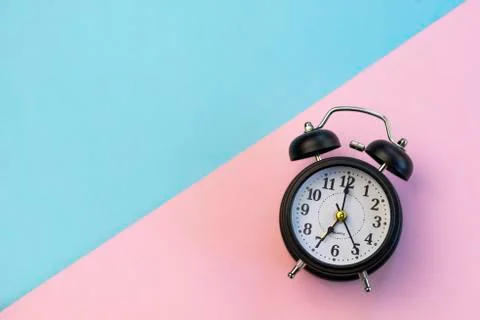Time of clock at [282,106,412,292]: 7:00
